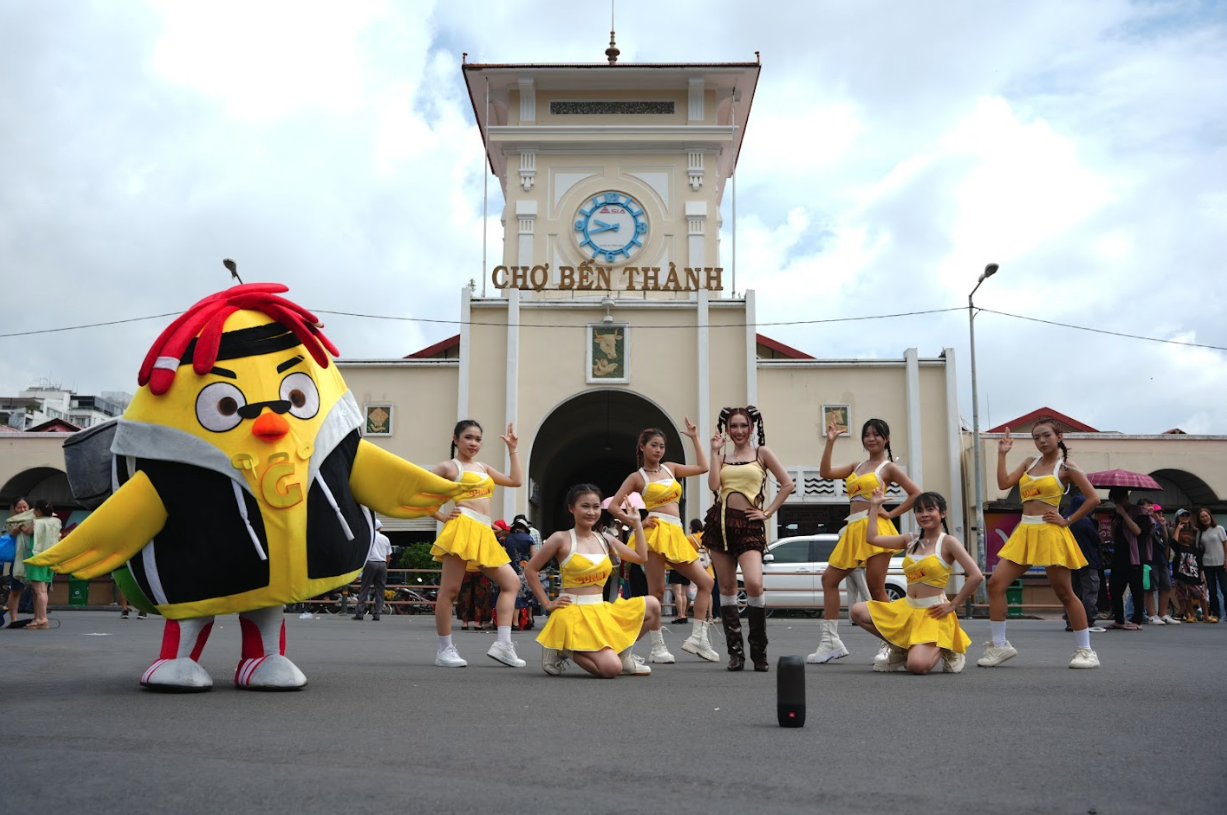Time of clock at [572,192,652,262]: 9:42
